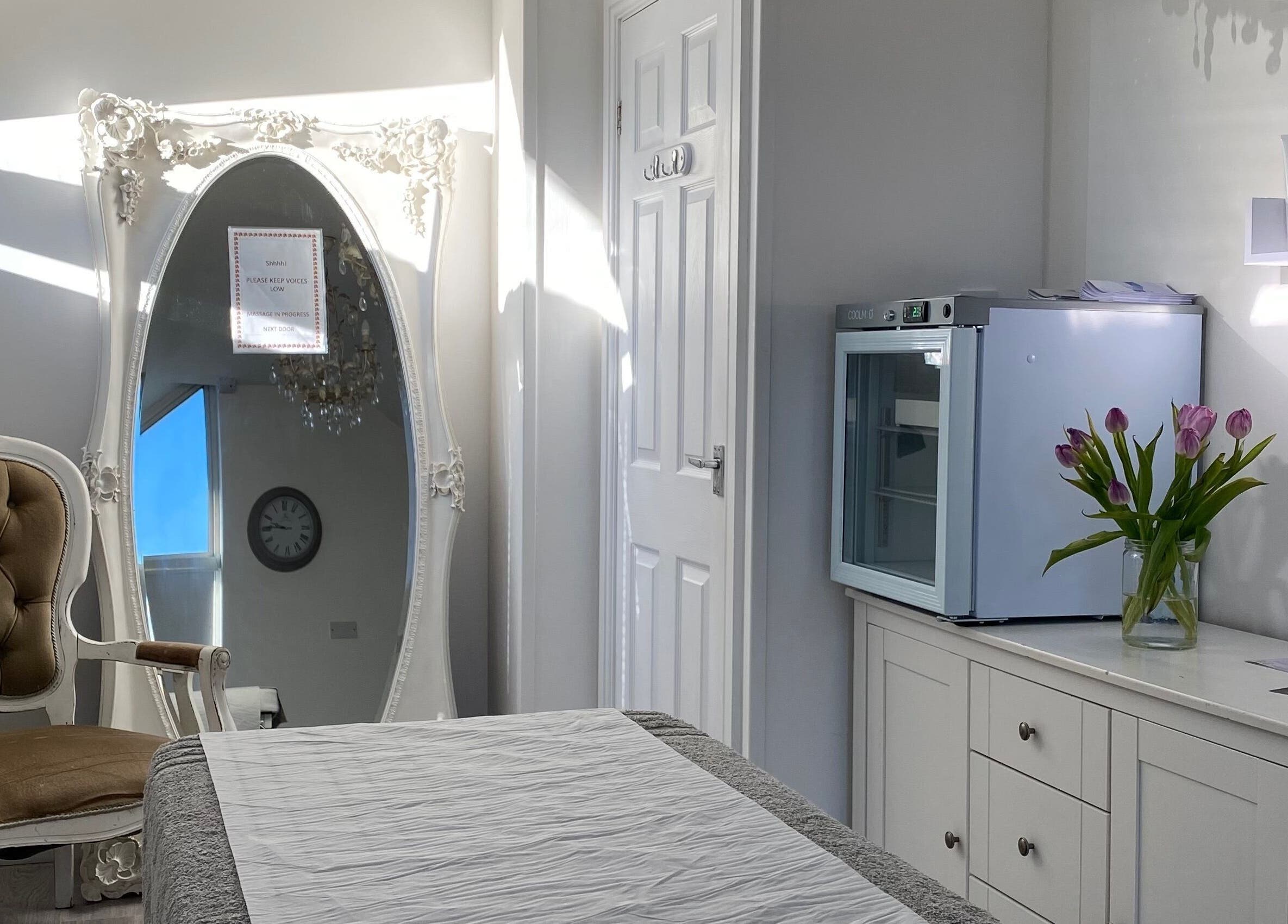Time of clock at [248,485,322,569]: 9:45
